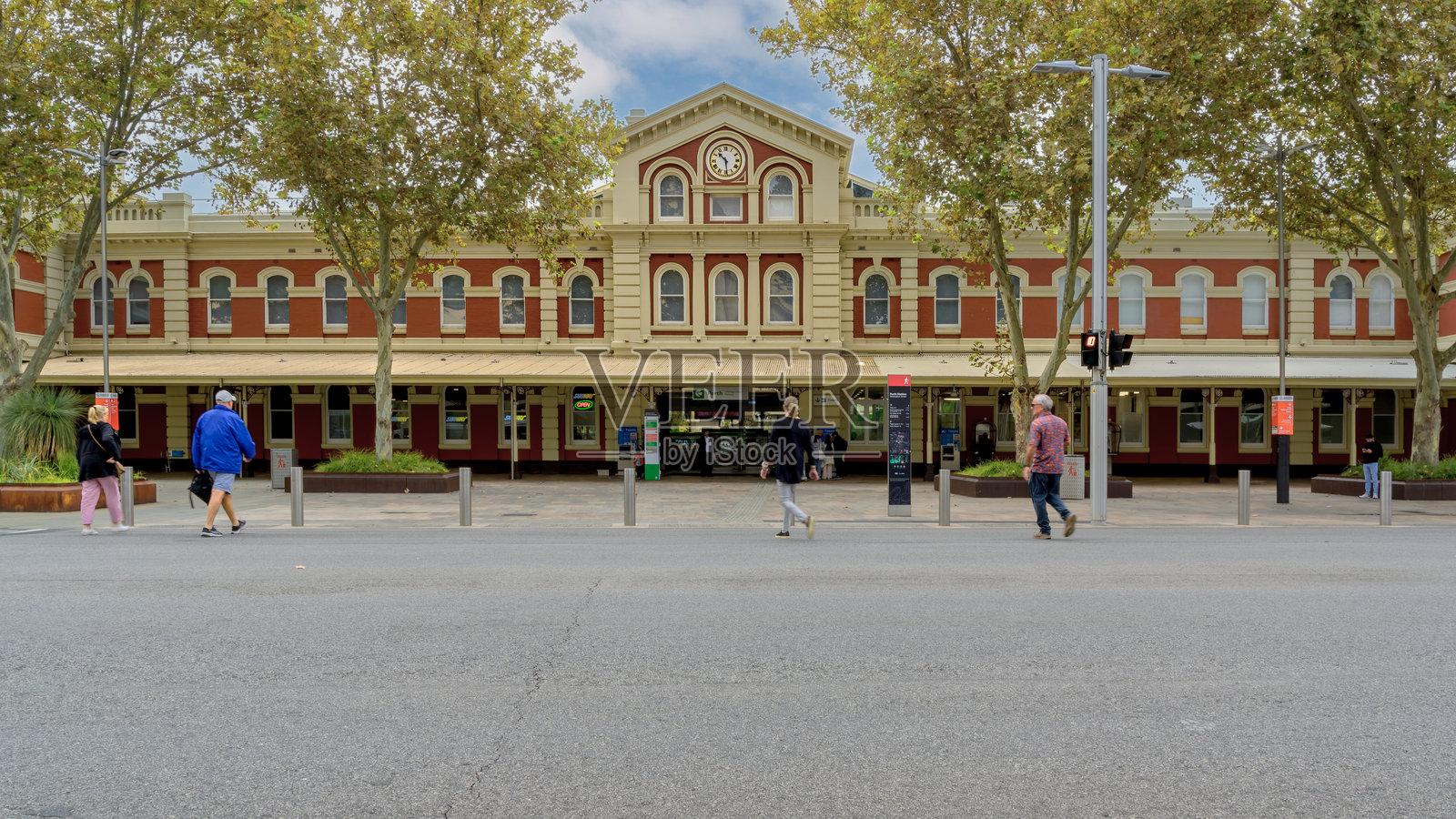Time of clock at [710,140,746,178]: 10:29
